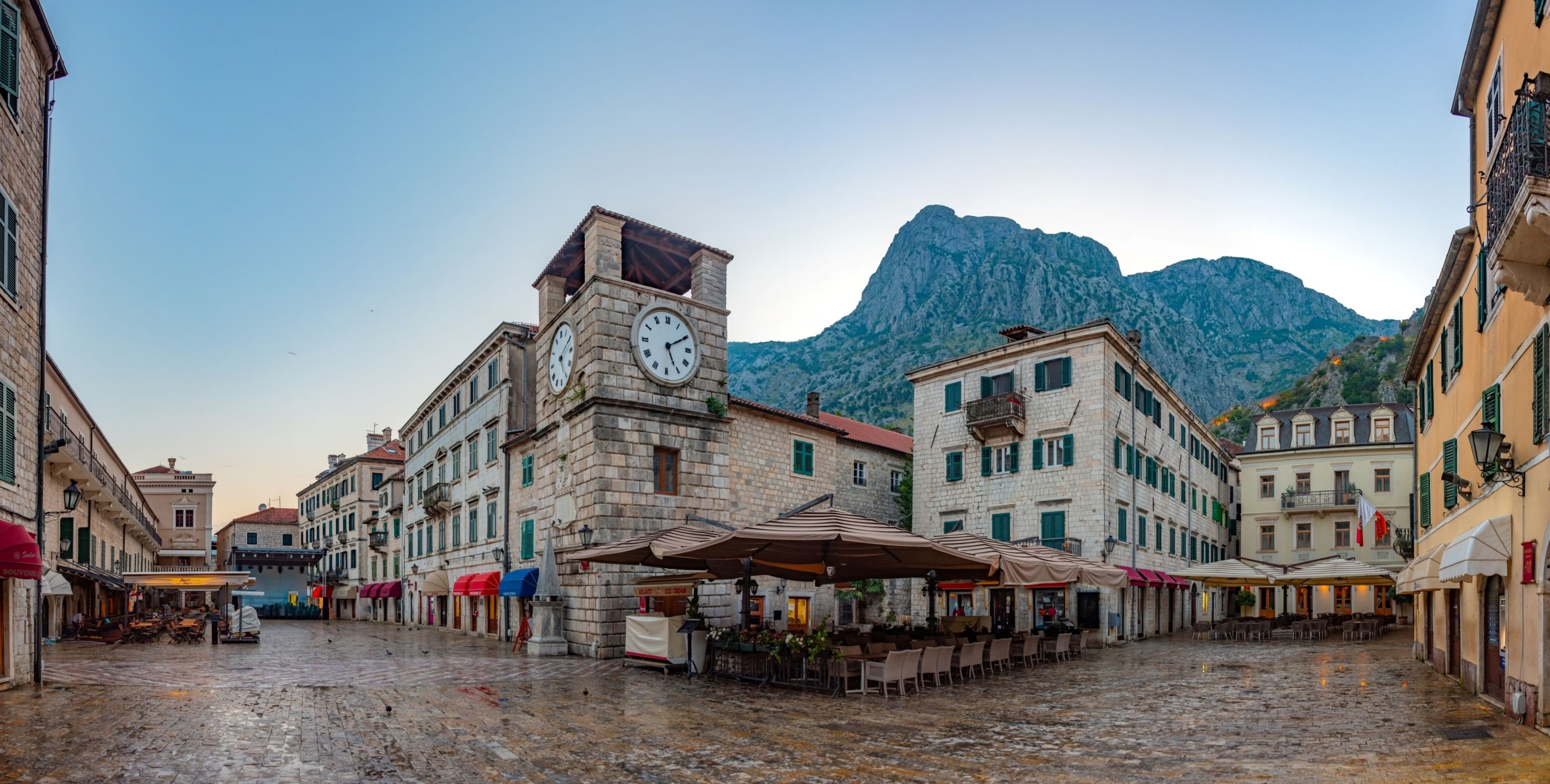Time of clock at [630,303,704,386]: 5:10
